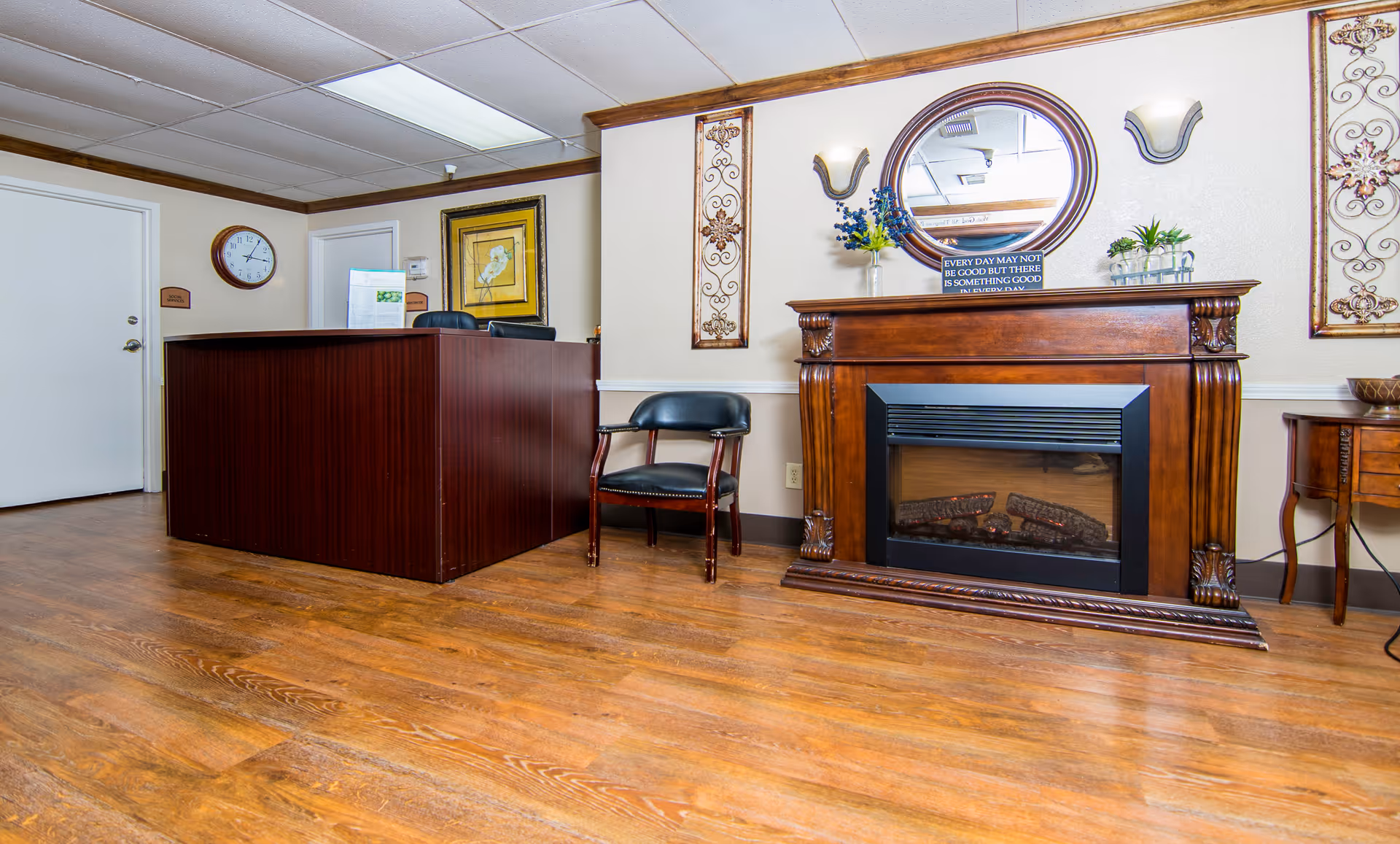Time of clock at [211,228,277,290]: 3:05
